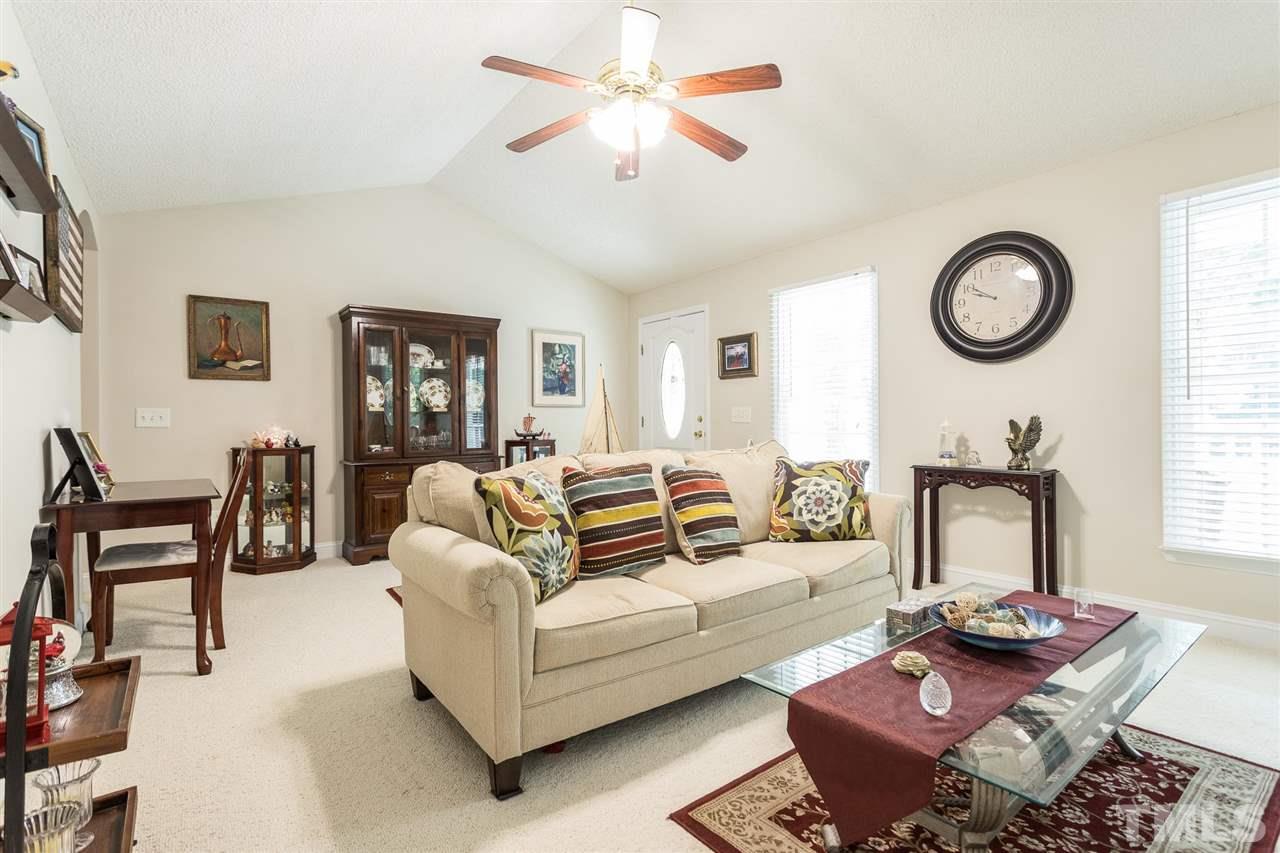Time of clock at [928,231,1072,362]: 9:50
